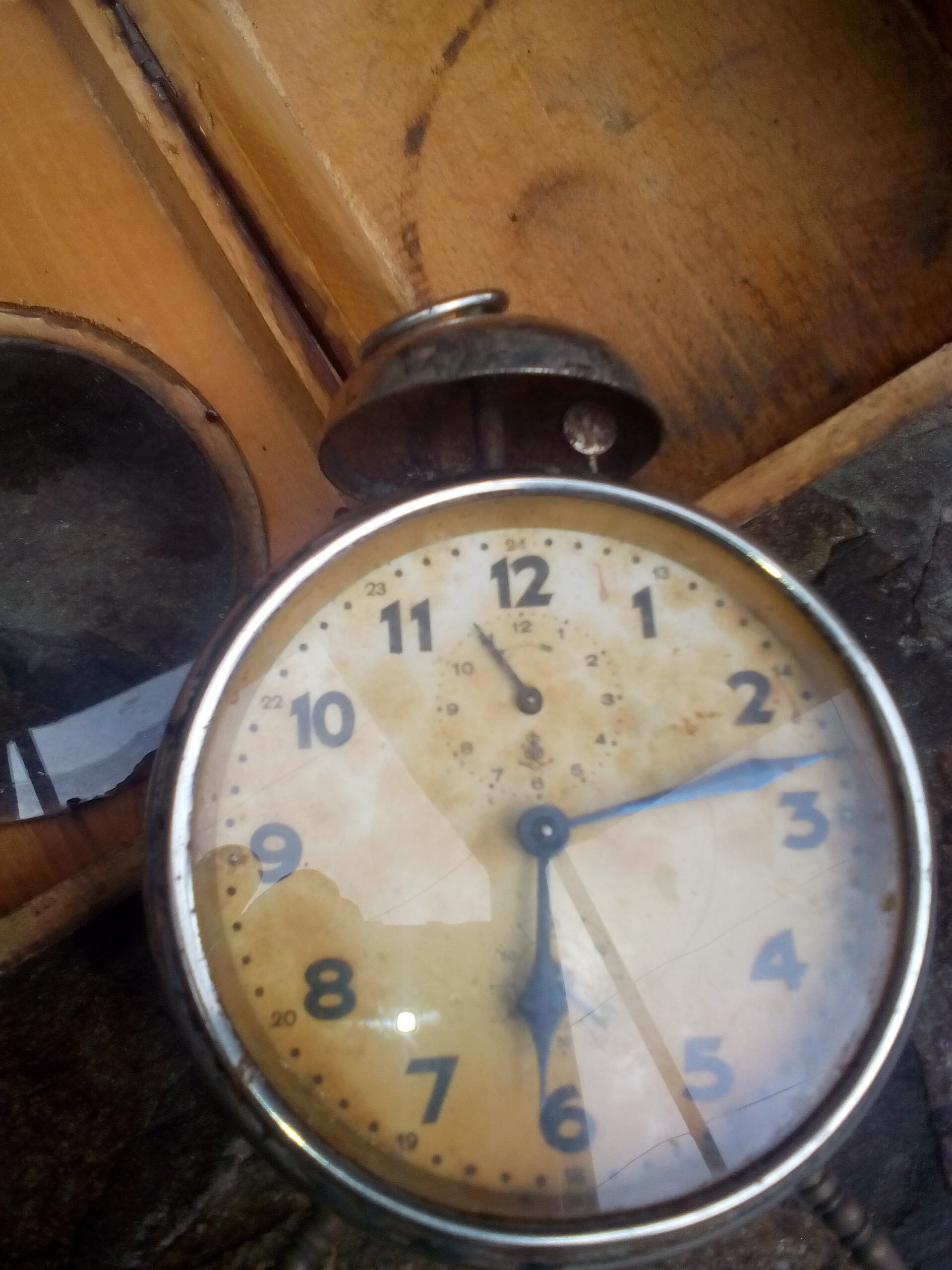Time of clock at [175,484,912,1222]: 6:12
